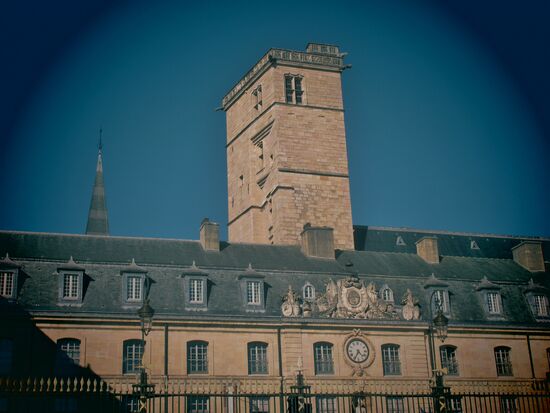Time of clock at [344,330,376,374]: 4:34
